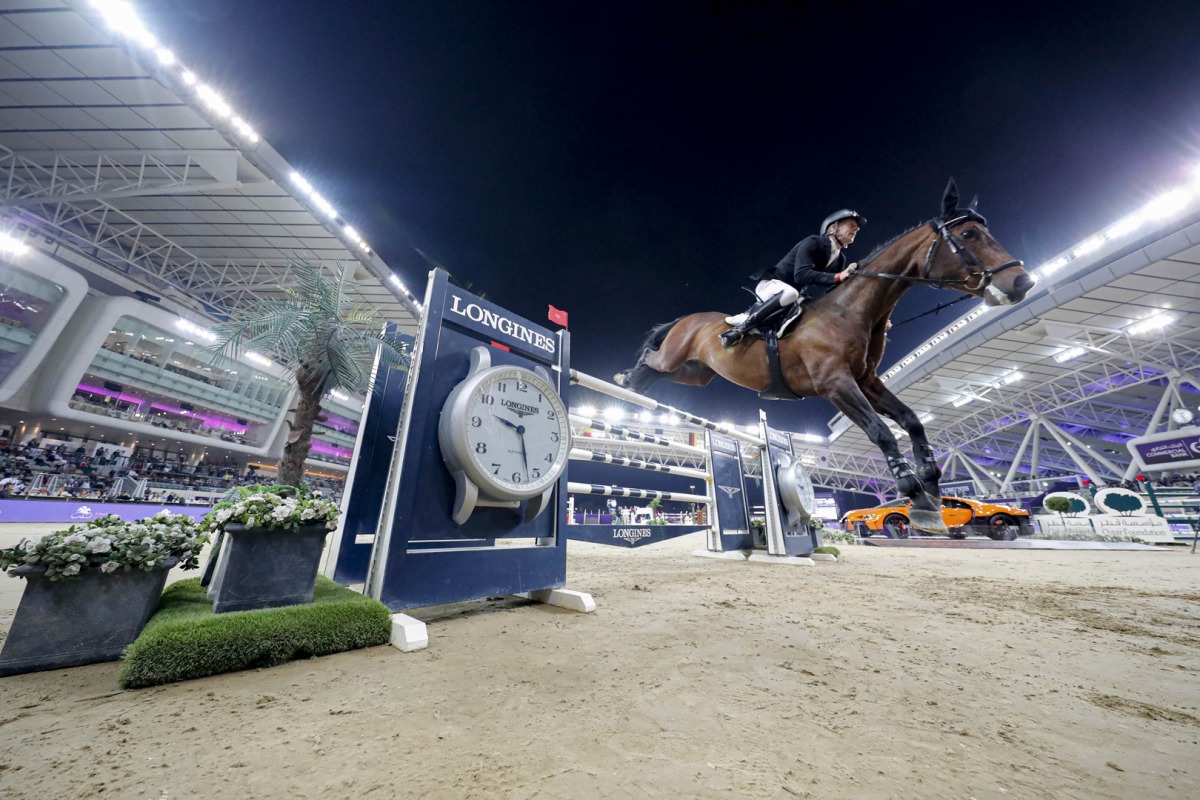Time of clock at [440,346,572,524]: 9:27
